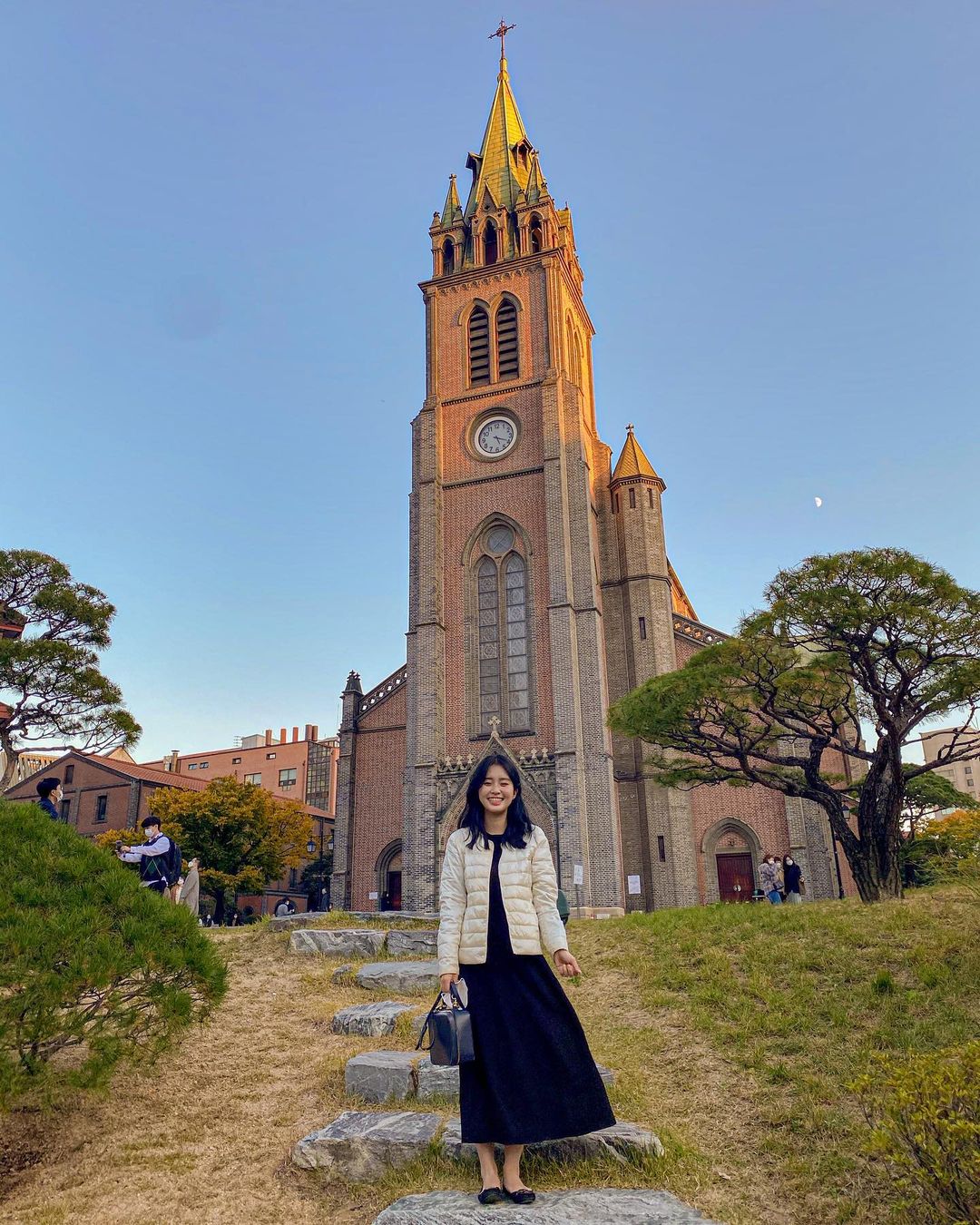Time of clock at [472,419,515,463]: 5:19
